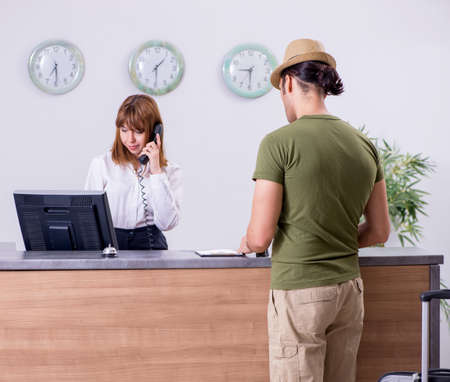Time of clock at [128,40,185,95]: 1:29
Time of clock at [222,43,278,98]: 5:45
